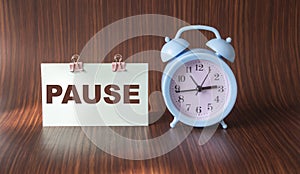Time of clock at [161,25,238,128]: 2:43
